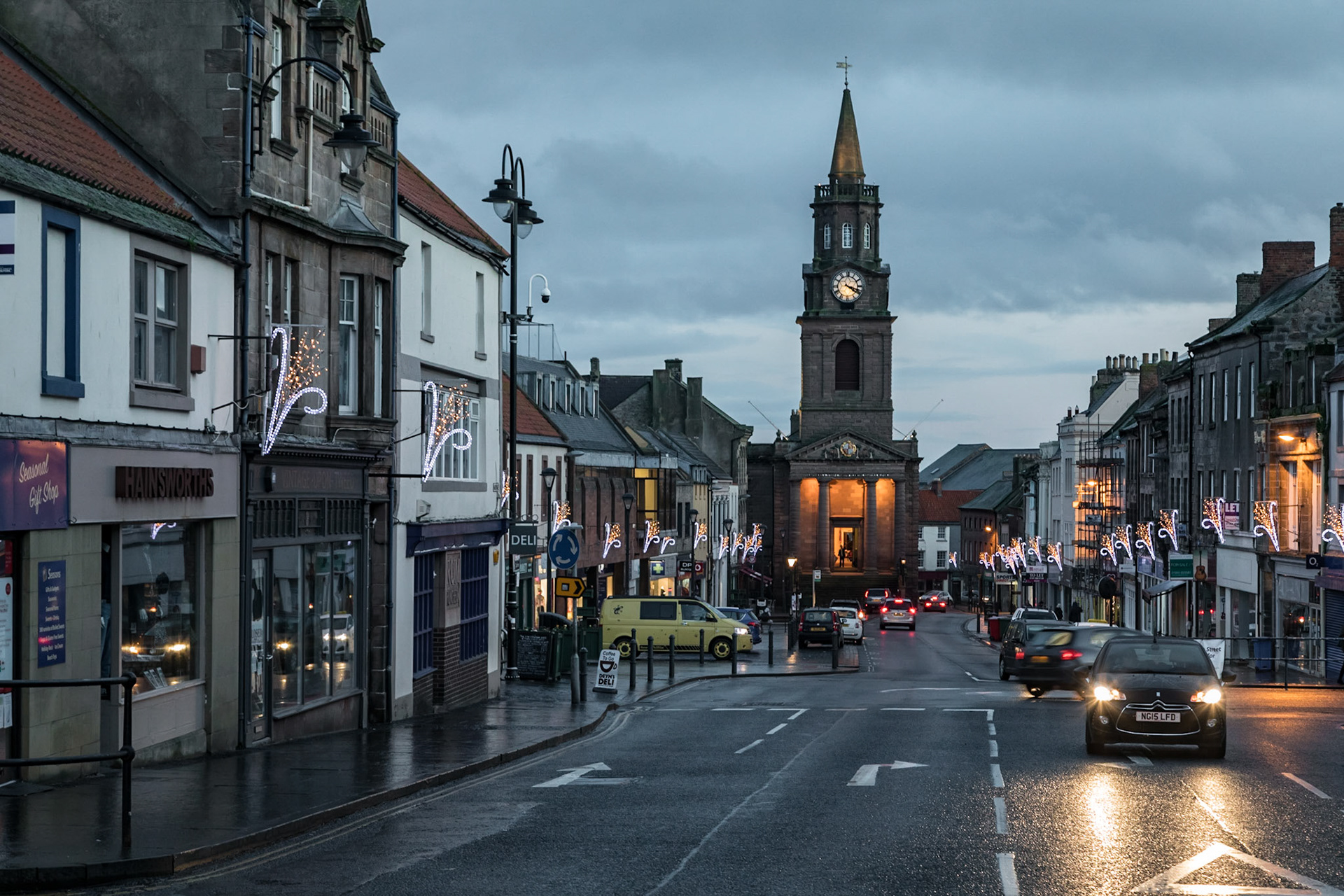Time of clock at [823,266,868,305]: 4:17
